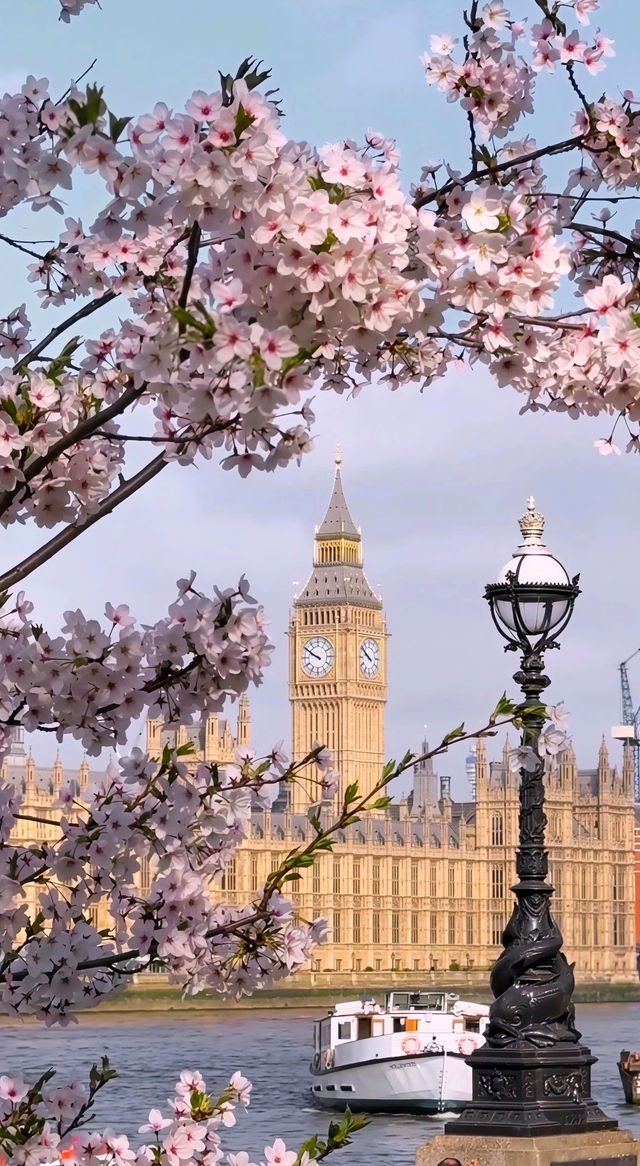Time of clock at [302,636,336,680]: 9:50
